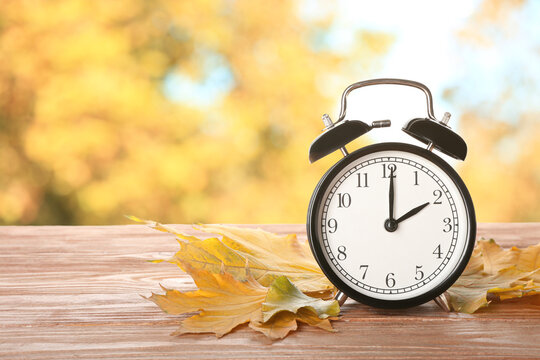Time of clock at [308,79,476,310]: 2:00
